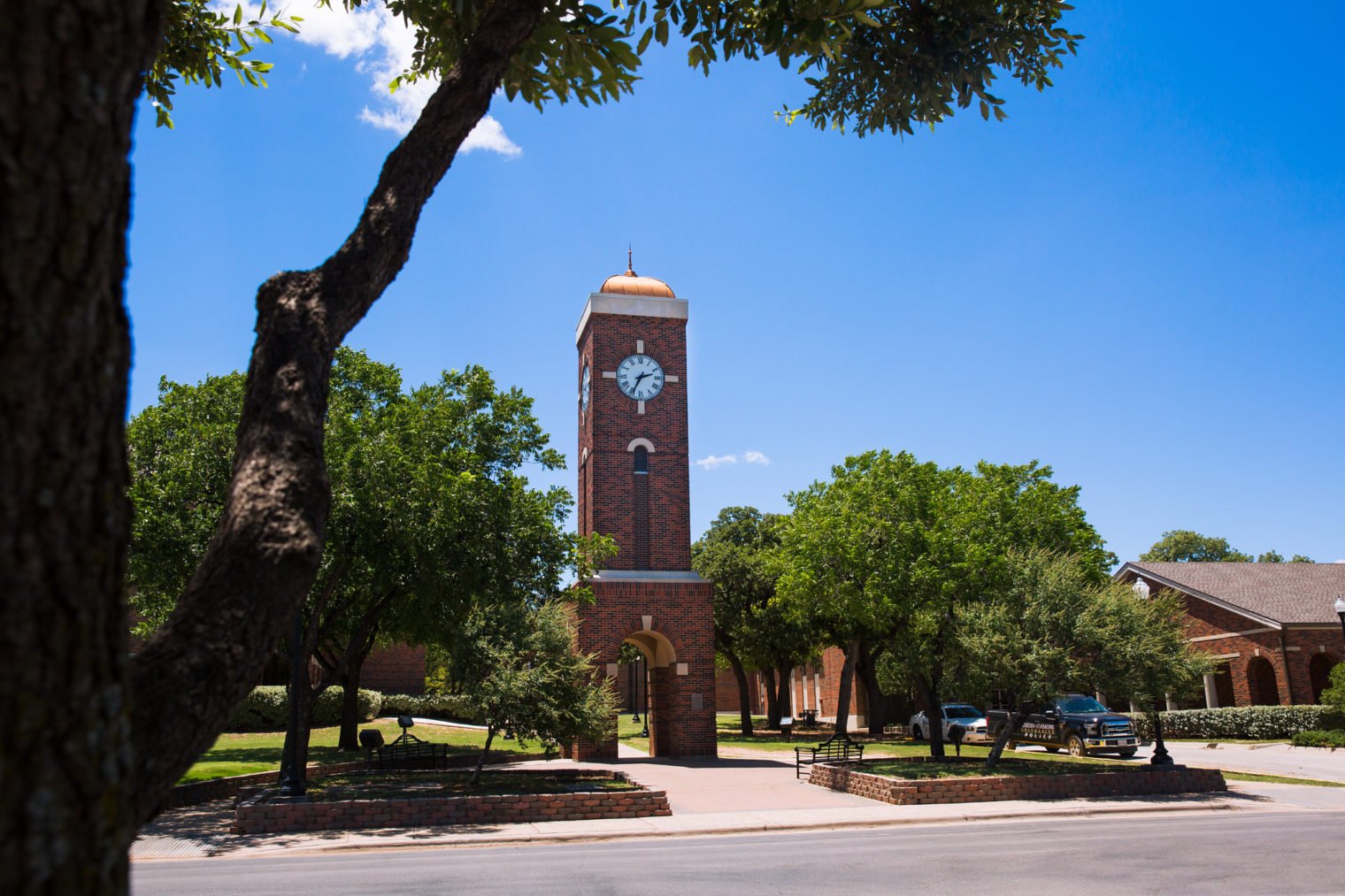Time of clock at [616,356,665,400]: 2:34
